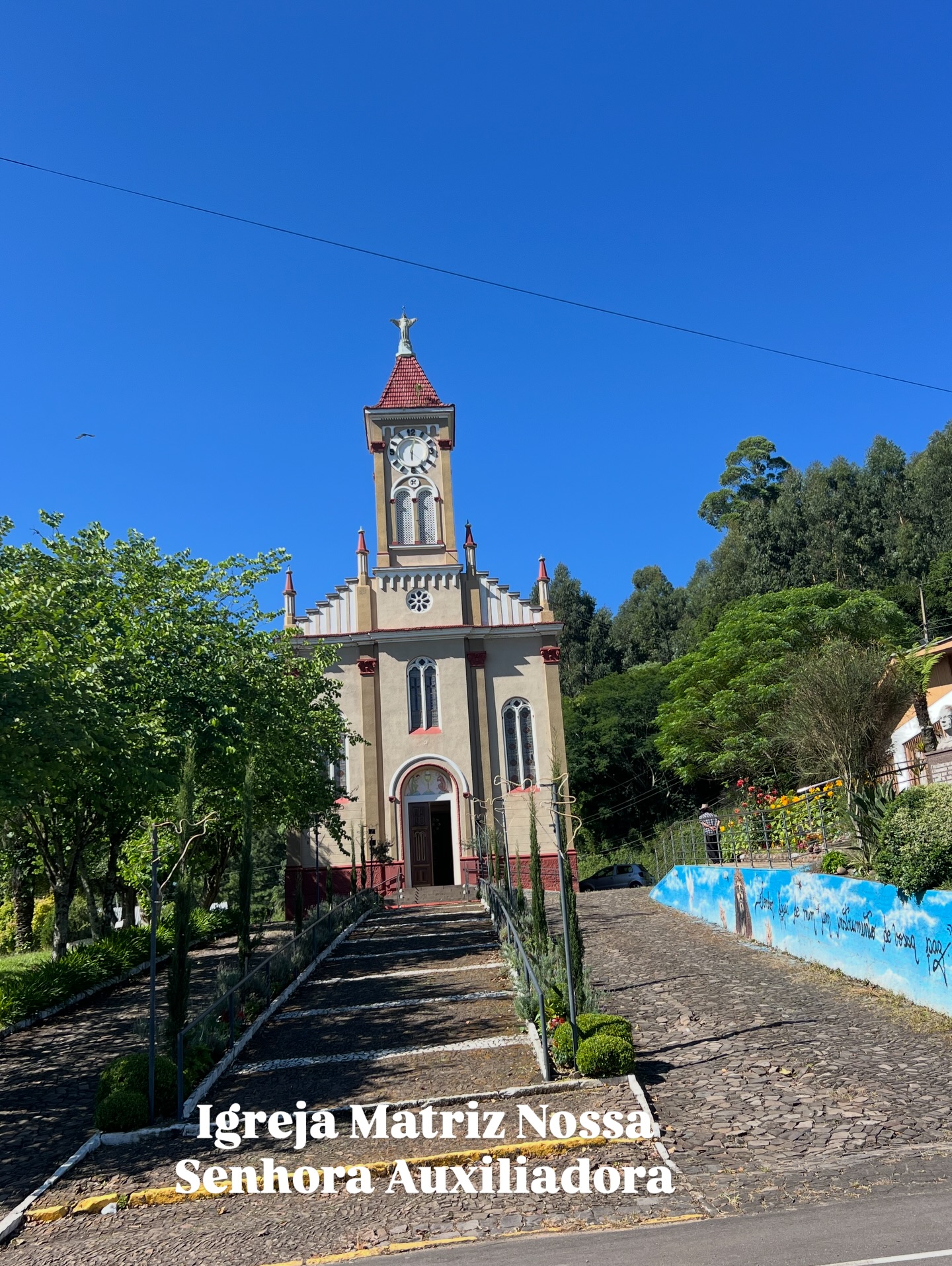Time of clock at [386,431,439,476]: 6:03
